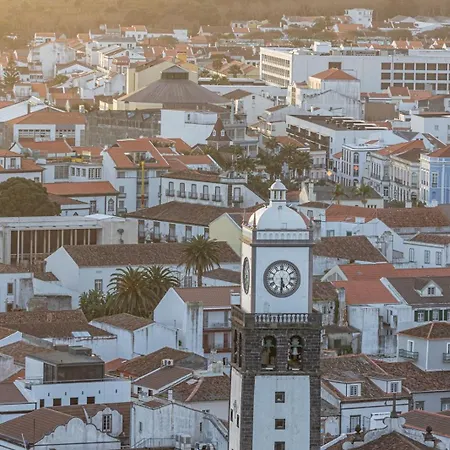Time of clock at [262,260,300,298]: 5:30
